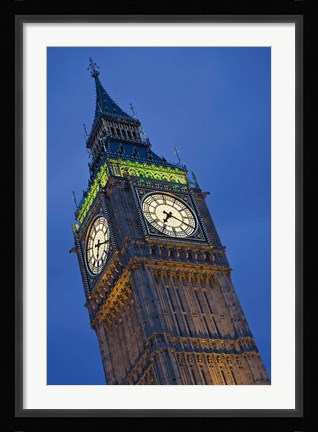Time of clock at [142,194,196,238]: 7:19
